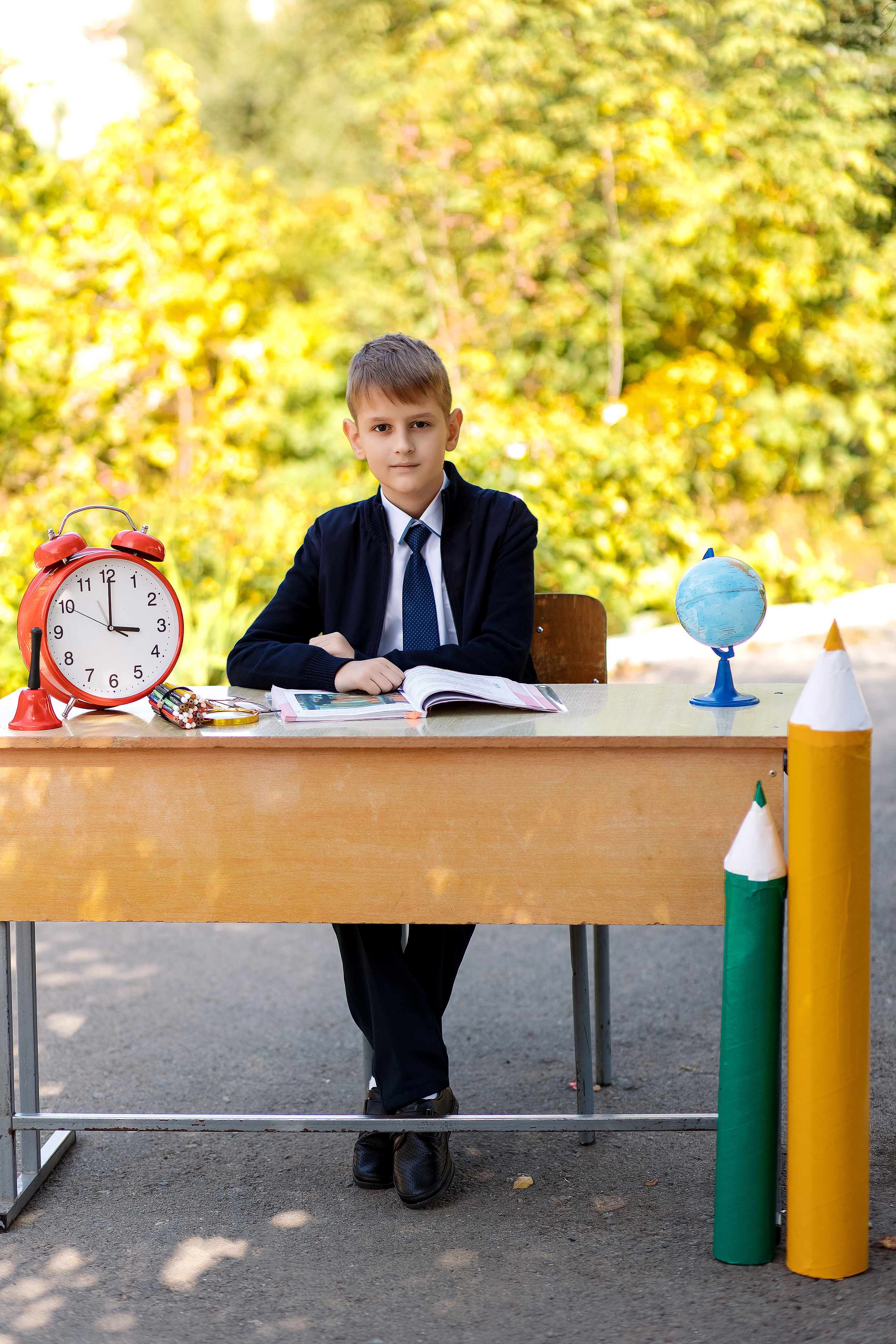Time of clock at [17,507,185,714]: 3:00
